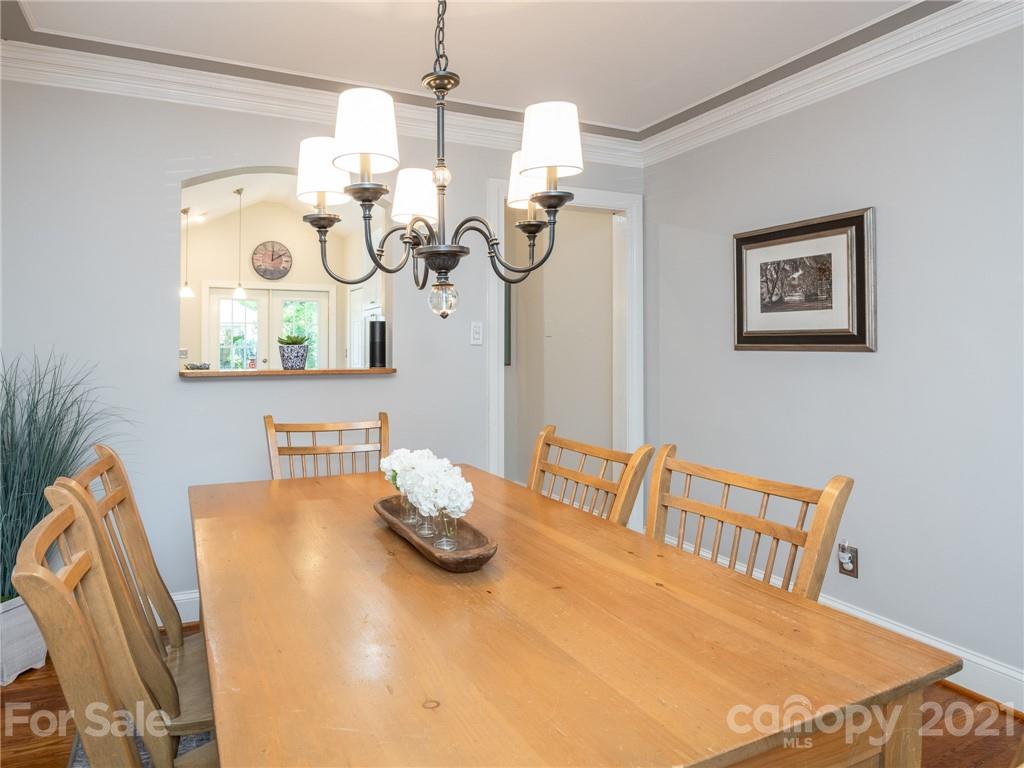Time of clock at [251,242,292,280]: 2:00
